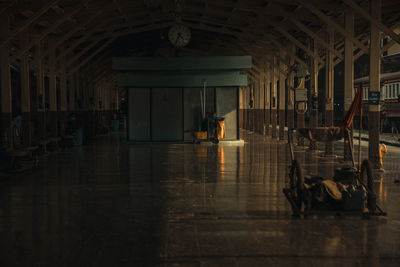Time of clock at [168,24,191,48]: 4:34
